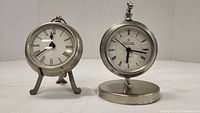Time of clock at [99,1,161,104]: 6:16
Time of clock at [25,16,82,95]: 11:39
